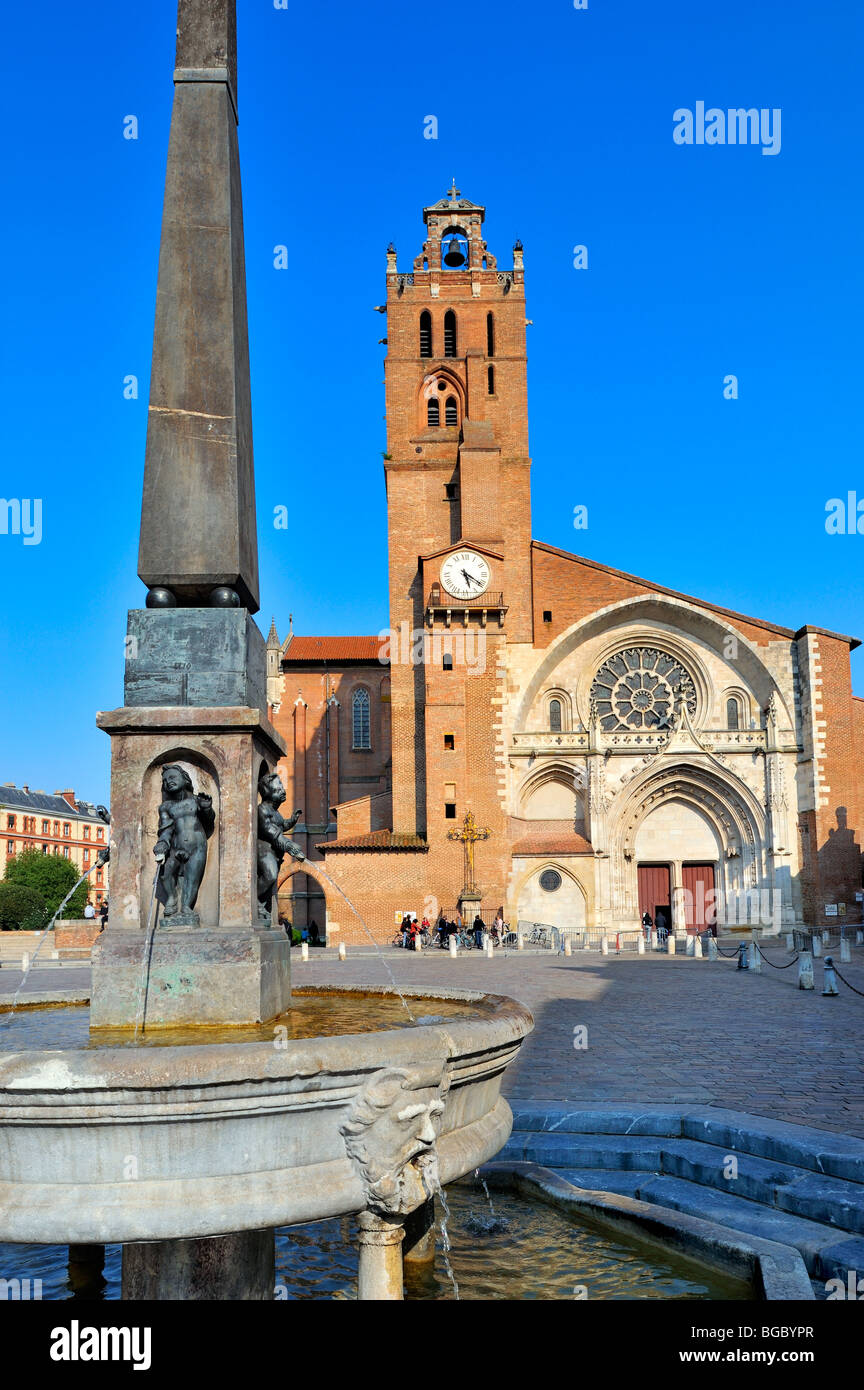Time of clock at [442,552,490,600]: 5:20
